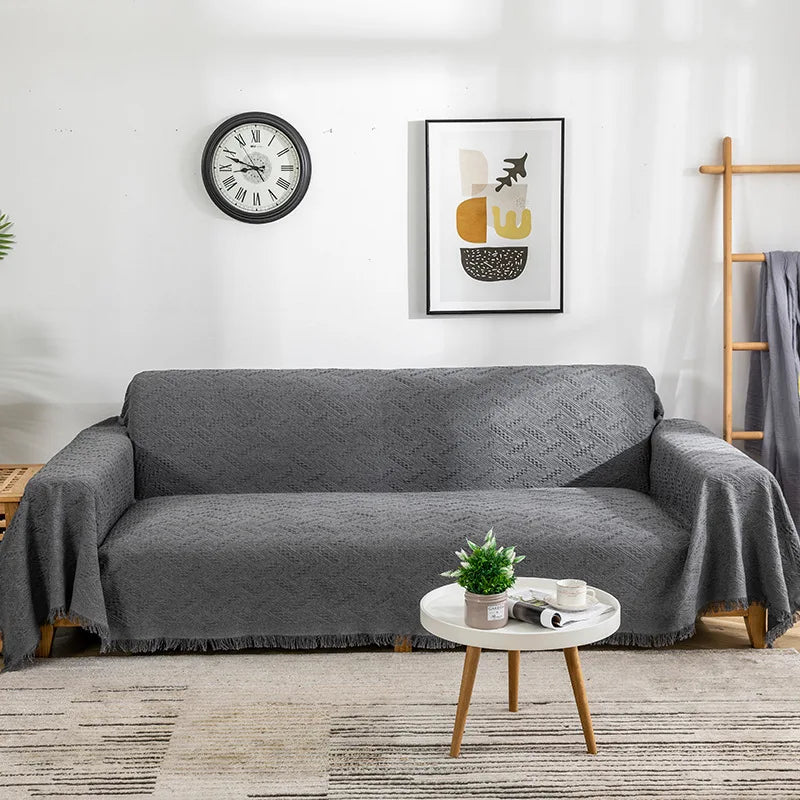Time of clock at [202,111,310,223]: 8:48
